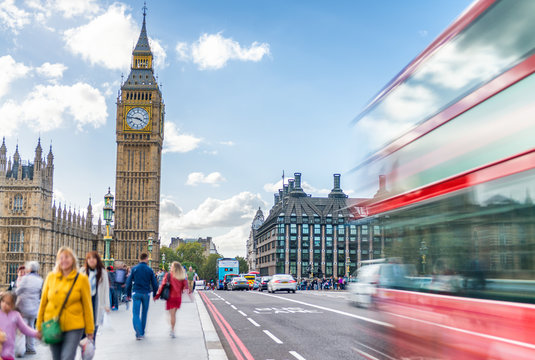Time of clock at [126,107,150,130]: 3:46
